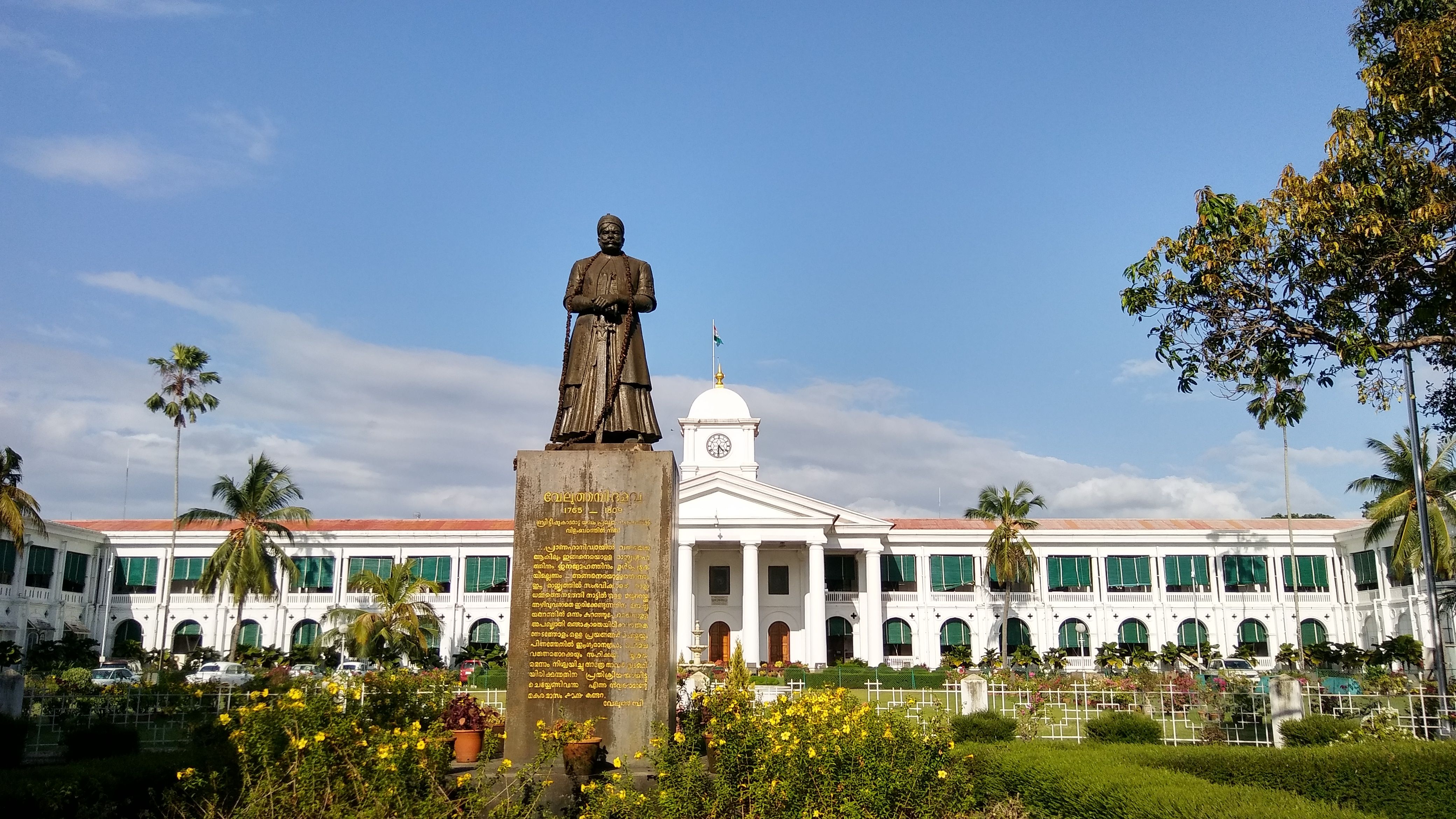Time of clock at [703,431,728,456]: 4:31
